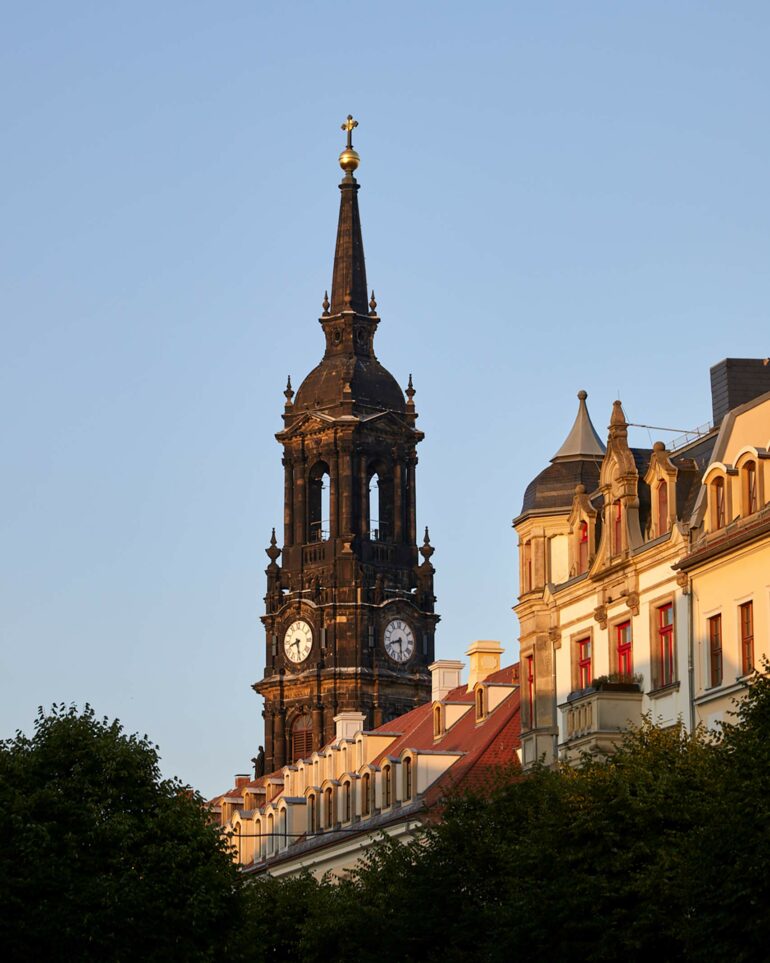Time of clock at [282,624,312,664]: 8:28
